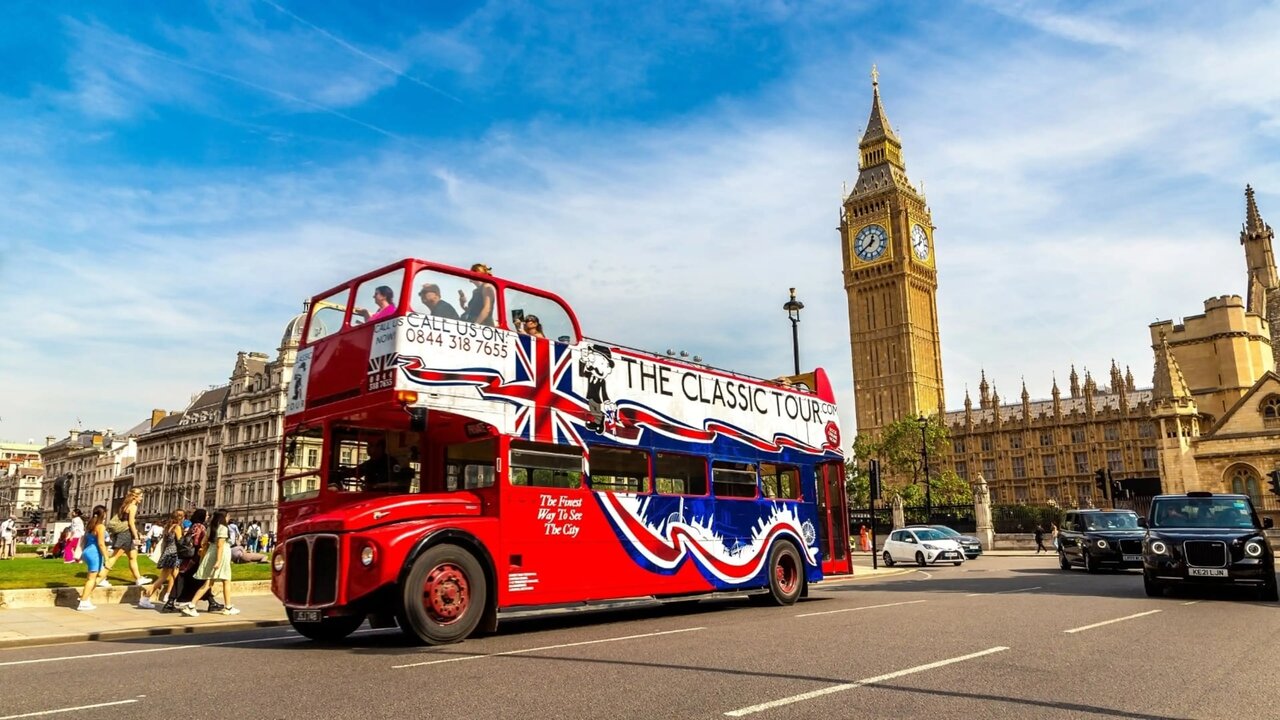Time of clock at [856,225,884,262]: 12:39
